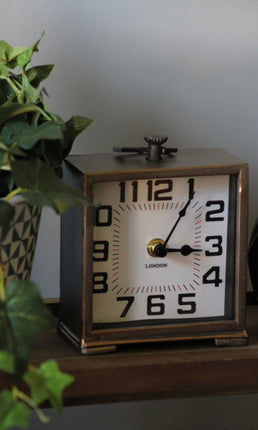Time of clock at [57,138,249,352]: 3:05
